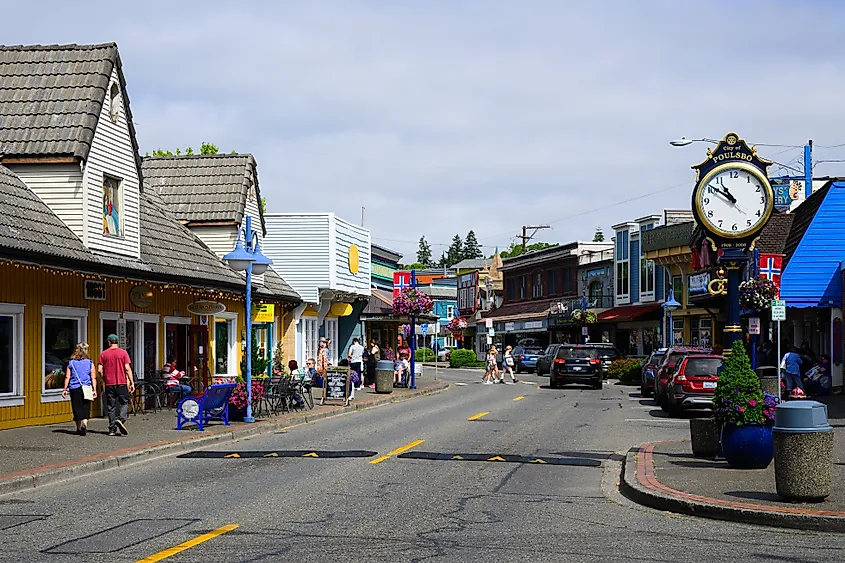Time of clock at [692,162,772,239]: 10:50
